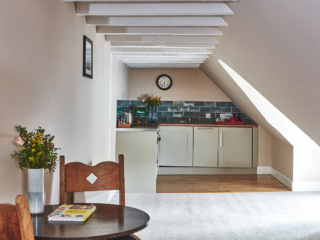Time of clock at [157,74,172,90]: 5:35
